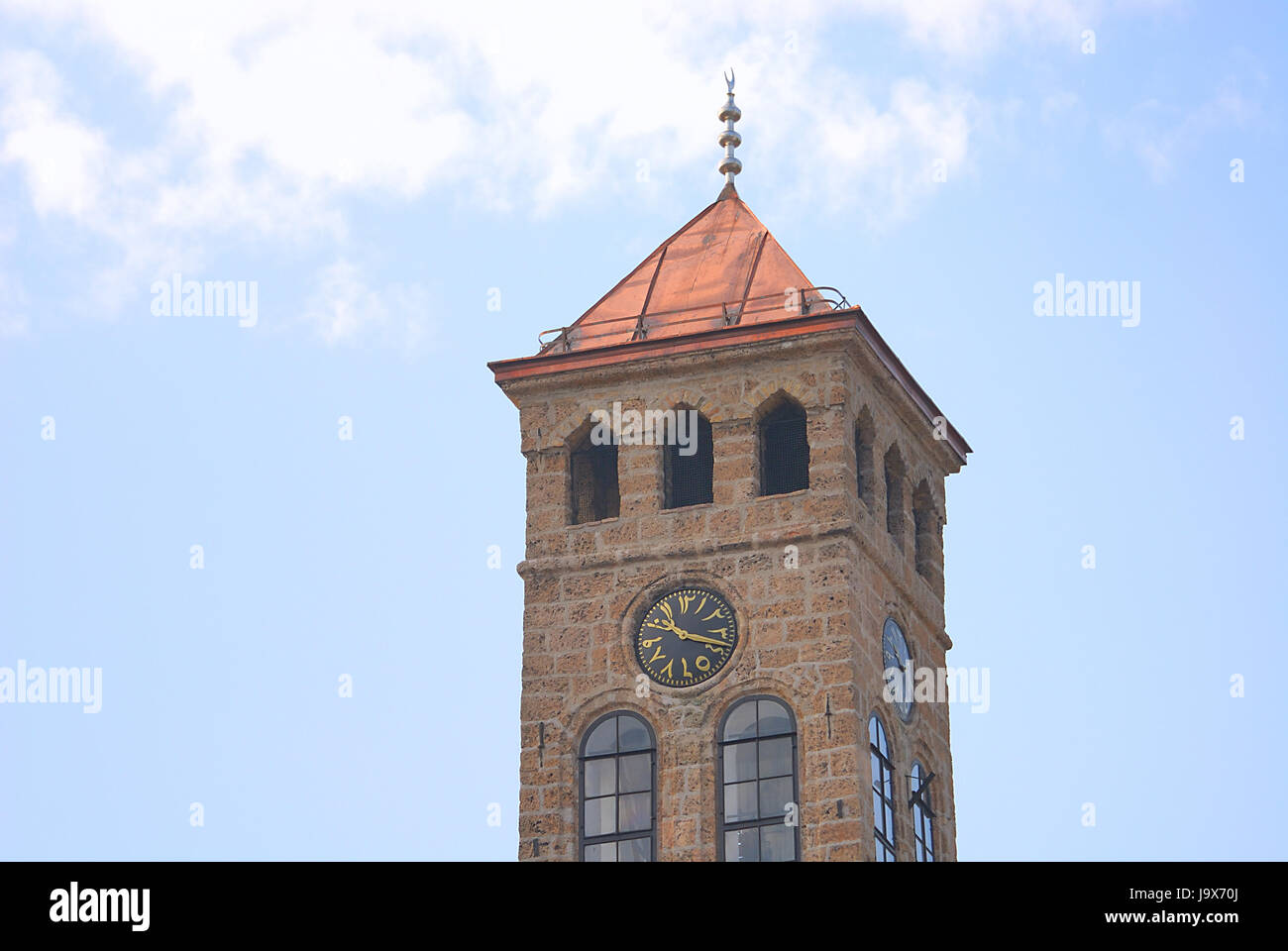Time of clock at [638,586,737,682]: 10:18
